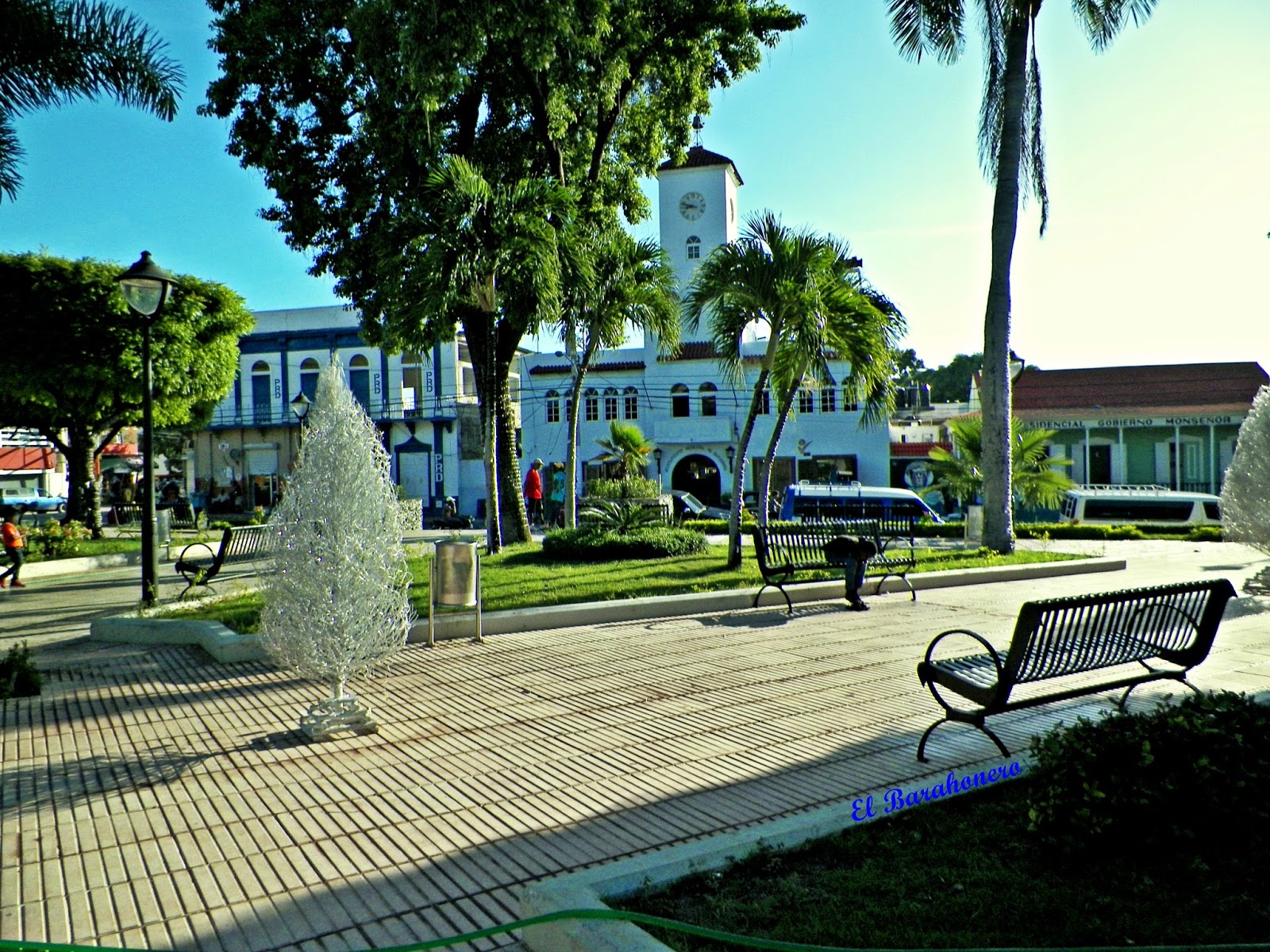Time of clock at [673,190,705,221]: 8:47
